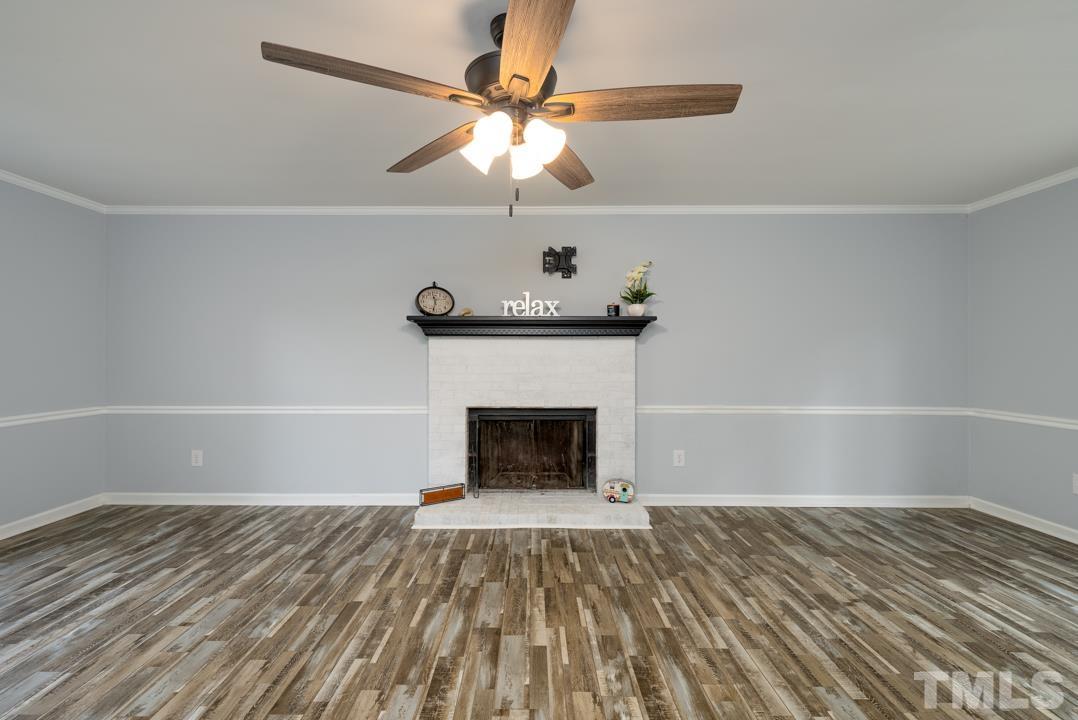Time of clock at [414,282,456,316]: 11:32
